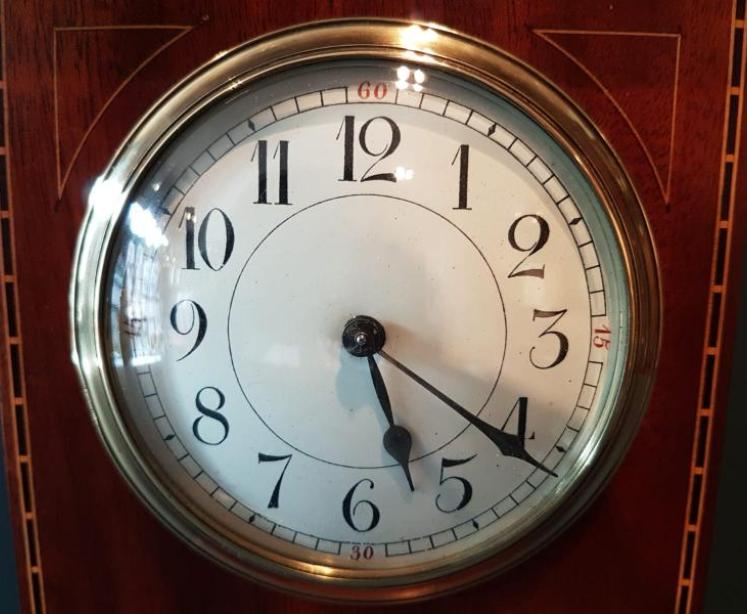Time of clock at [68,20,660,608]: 5:21
